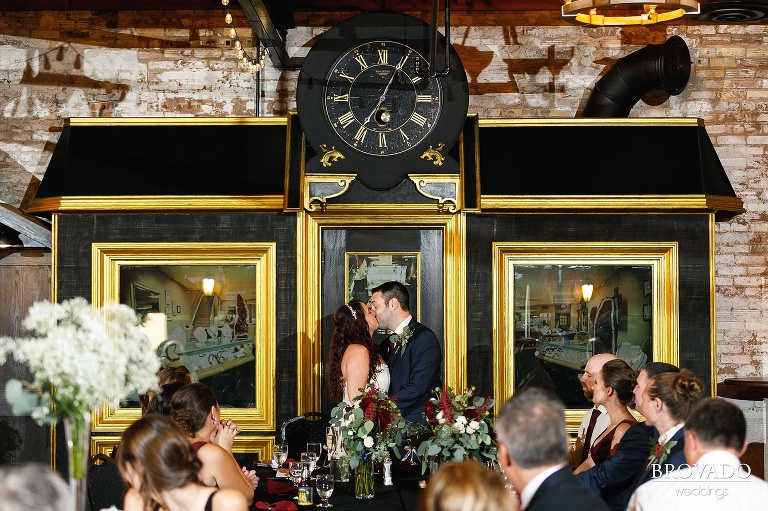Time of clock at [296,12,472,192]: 7:04
